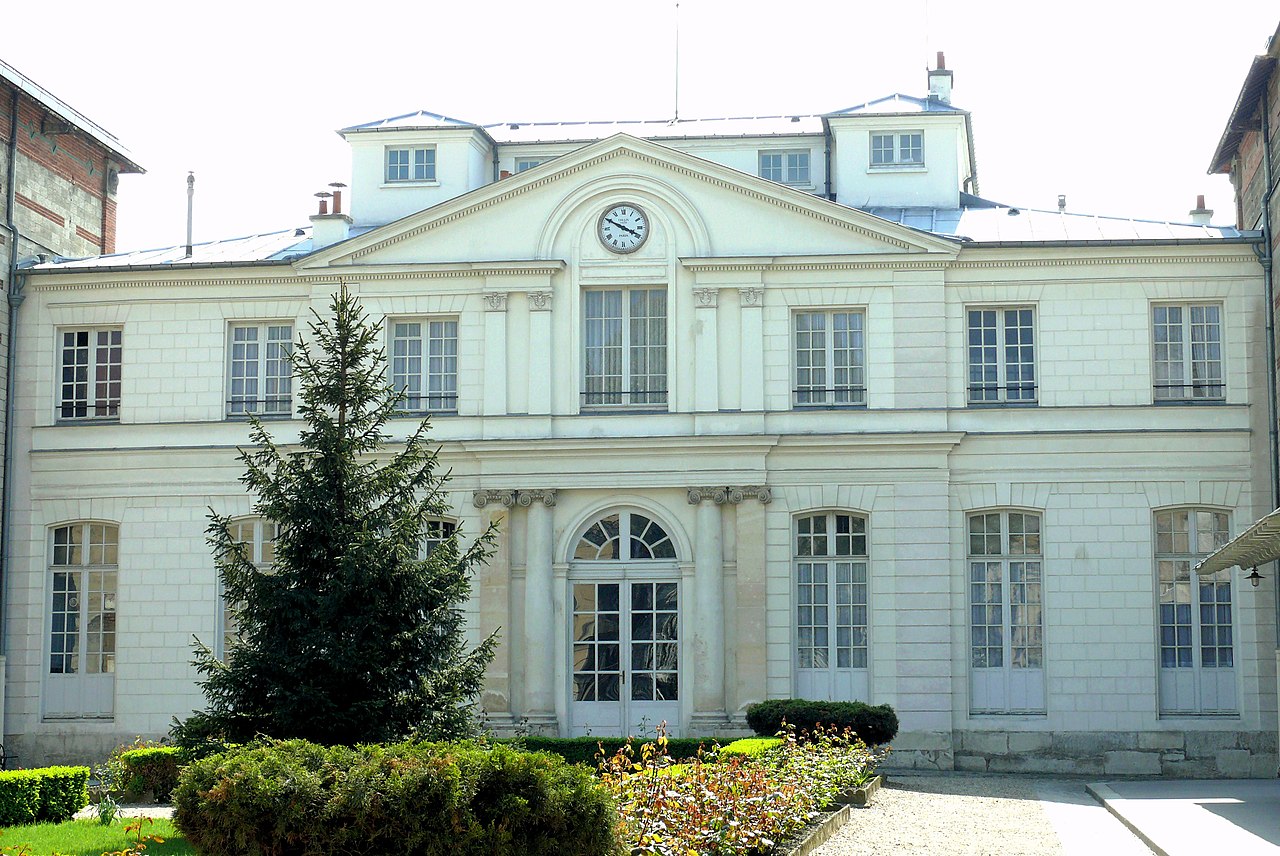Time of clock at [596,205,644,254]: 3:49
